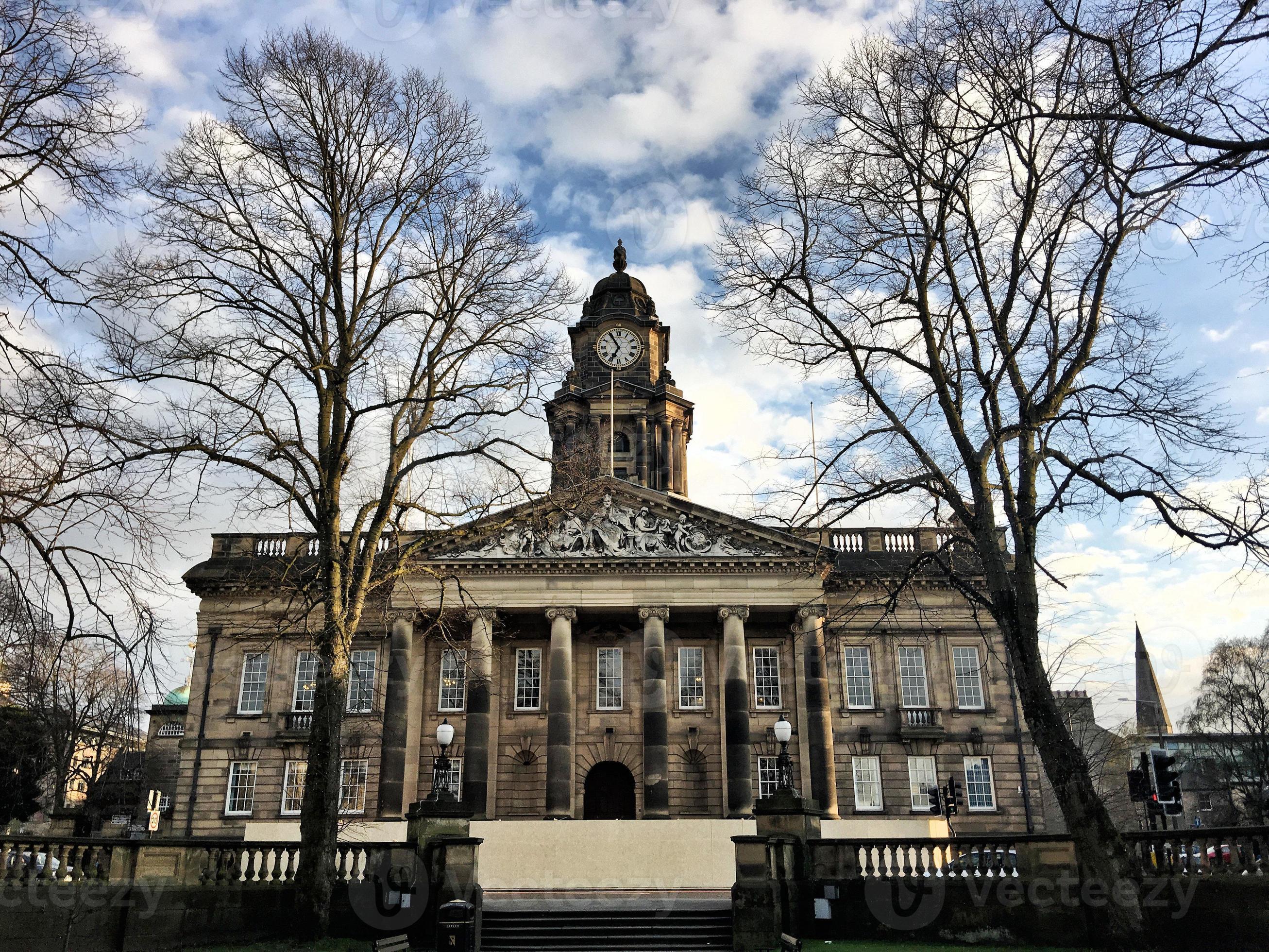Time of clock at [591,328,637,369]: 6:54
